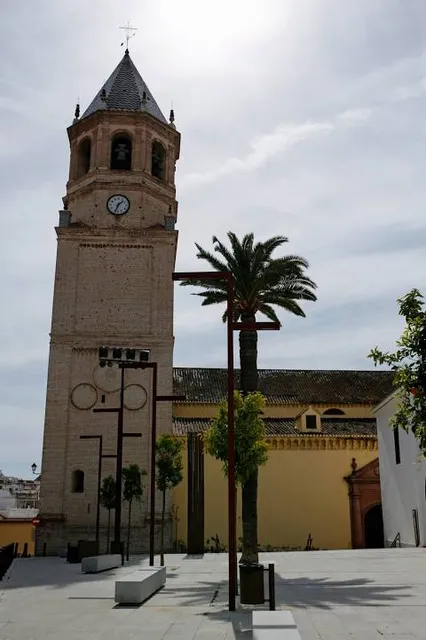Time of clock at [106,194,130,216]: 1:33
